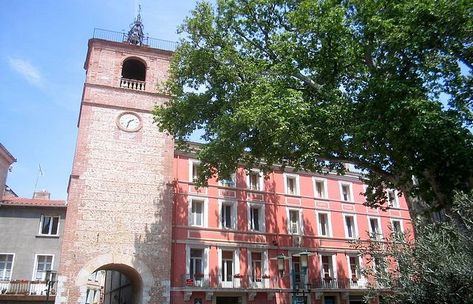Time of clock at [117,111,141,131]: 1:32
